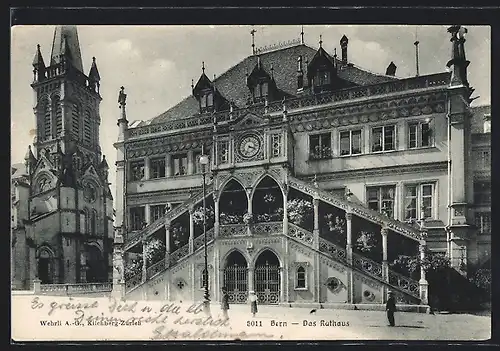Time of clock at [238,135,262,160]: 3:33
